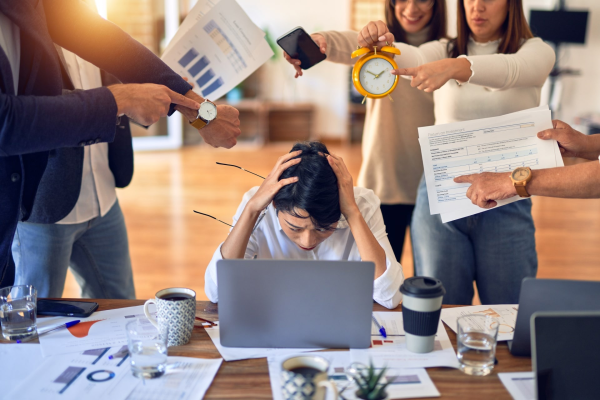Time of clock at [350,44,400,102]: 1:50
